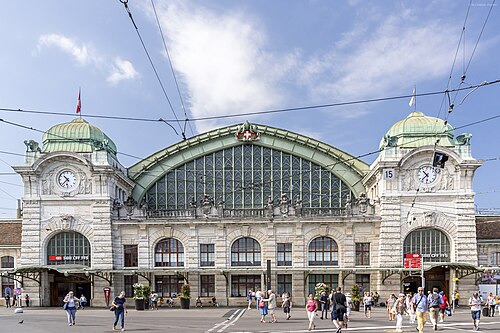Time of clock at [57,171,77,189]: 10:37
